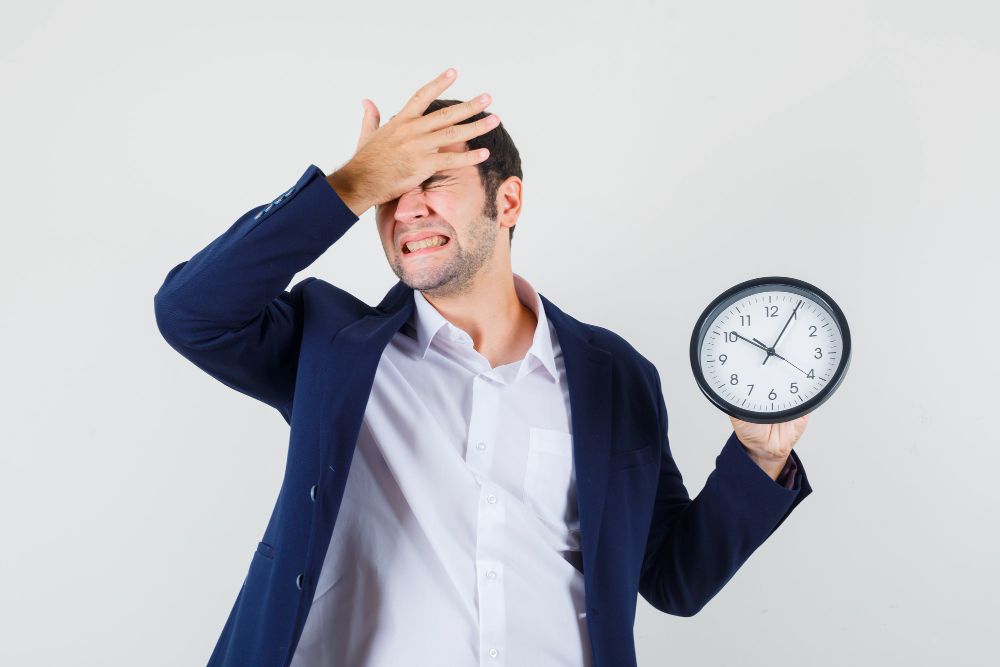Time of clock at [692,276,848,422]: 10:04
